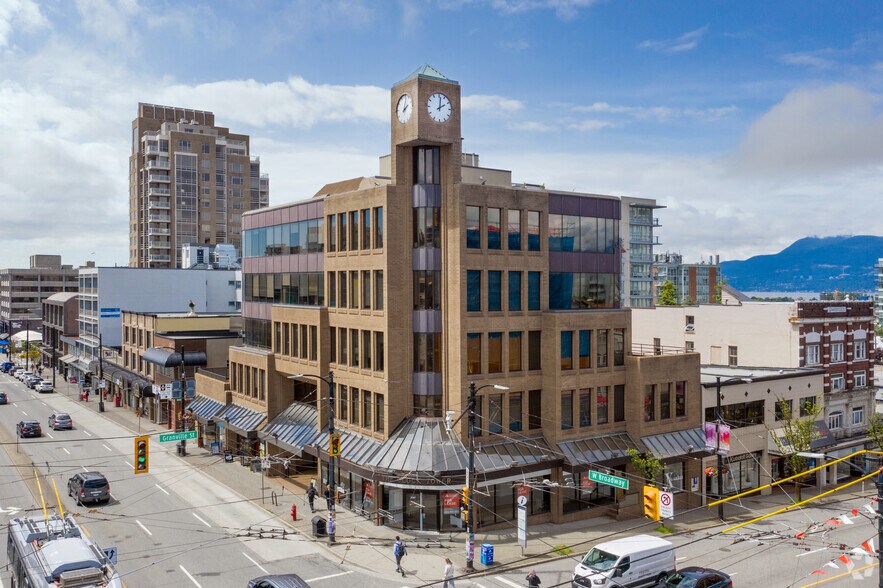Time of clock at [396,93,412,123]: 2:01
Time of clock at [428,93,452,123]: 2:01
